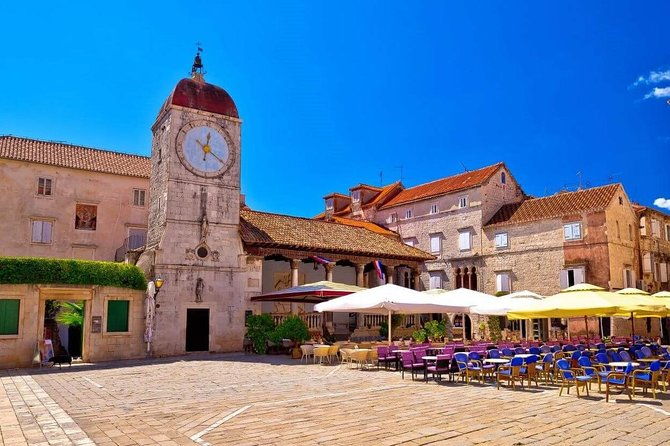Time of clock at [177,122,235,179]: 12:20
